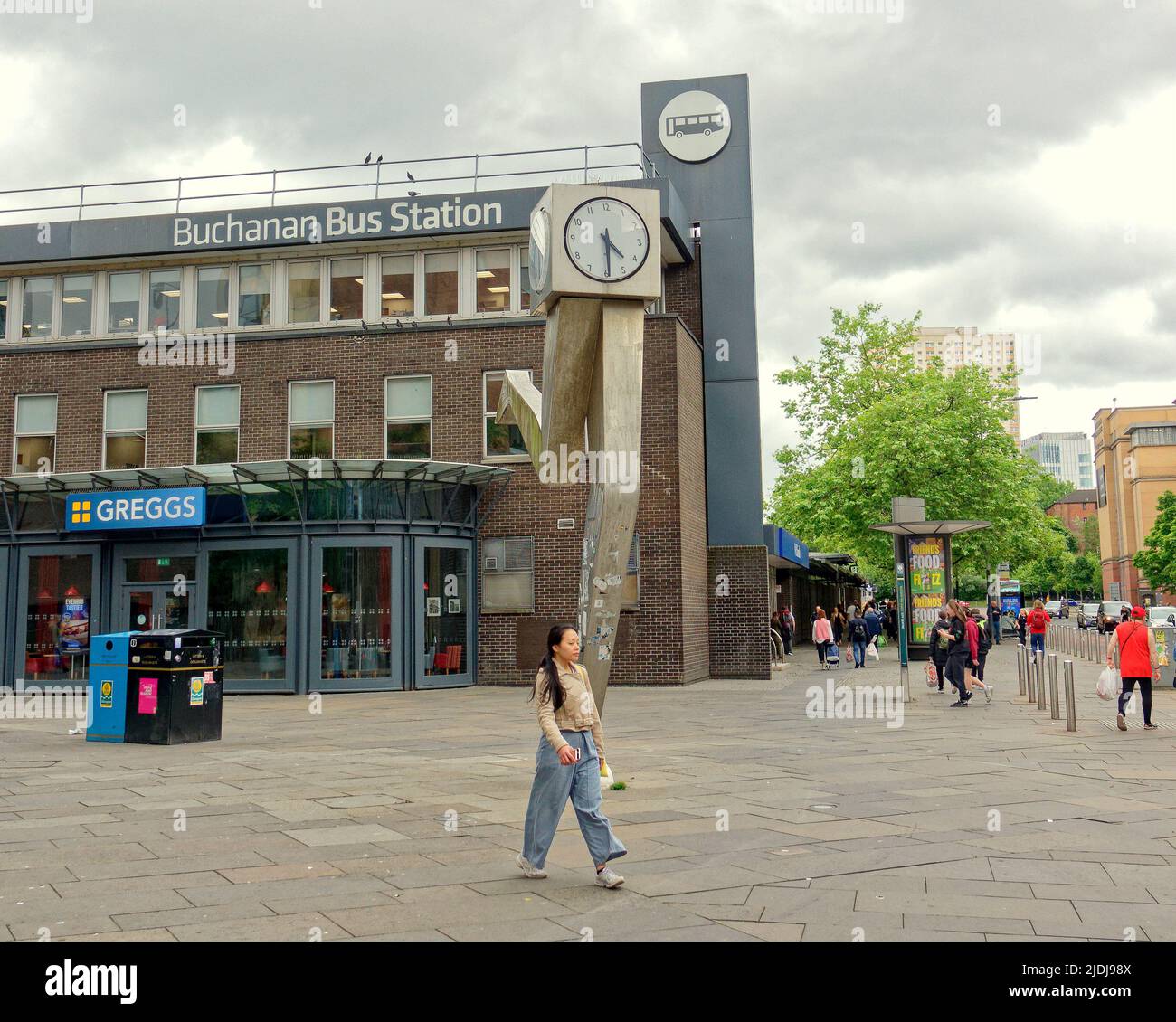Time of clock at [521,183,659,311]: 4:29
